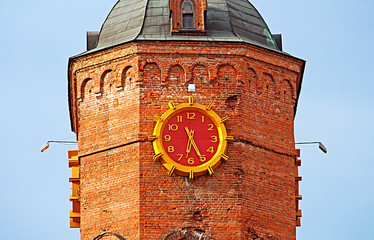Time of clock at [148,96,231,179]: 6:25
